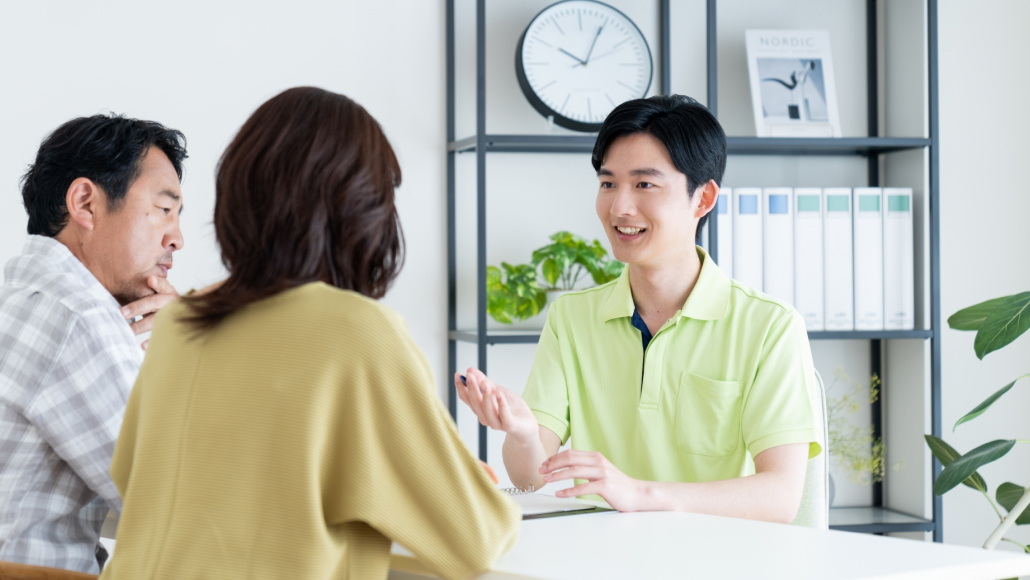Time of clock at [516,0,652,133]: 10:04
